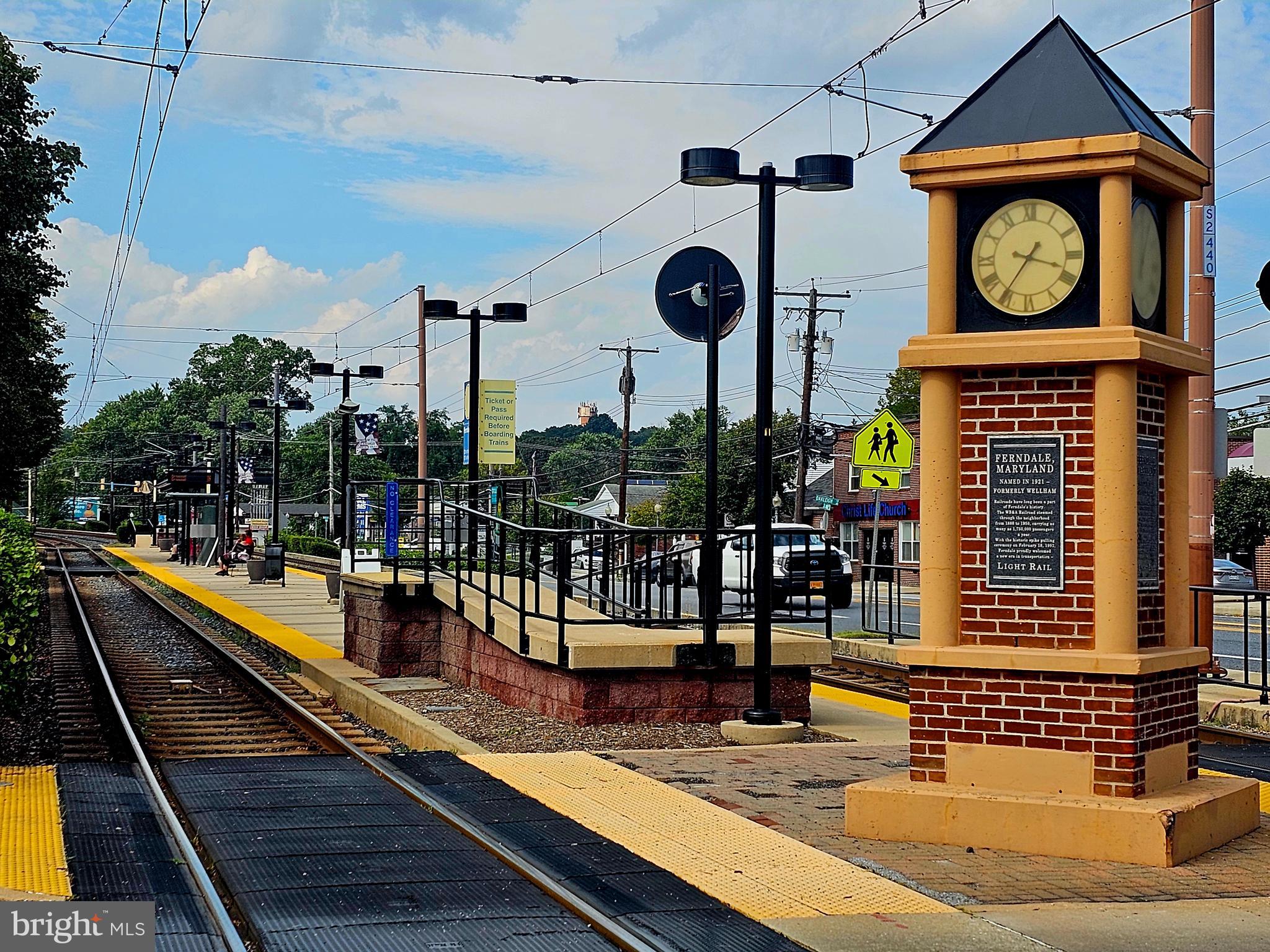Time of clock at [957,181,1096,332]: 3:35
